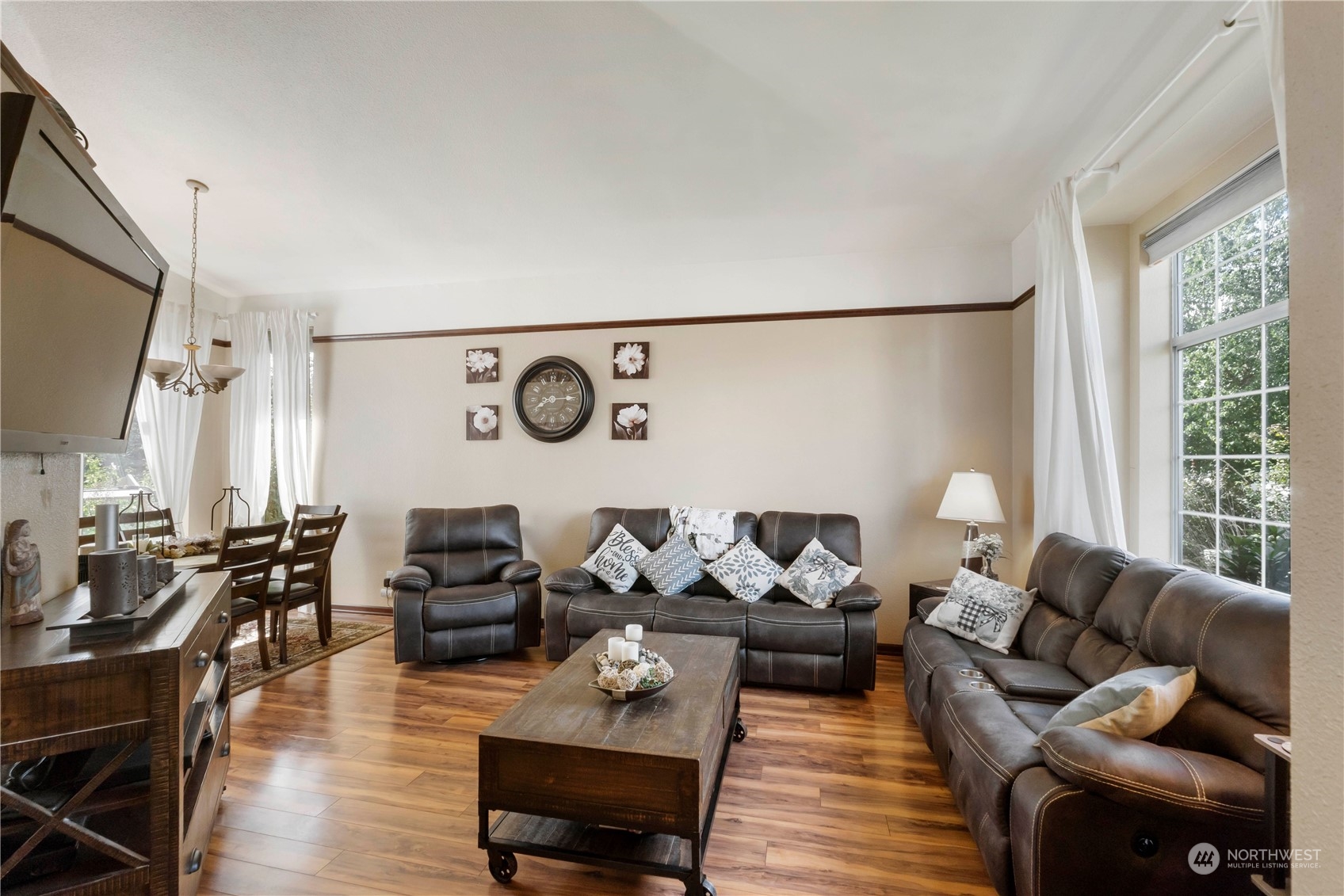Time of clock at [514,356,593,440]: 8:14
